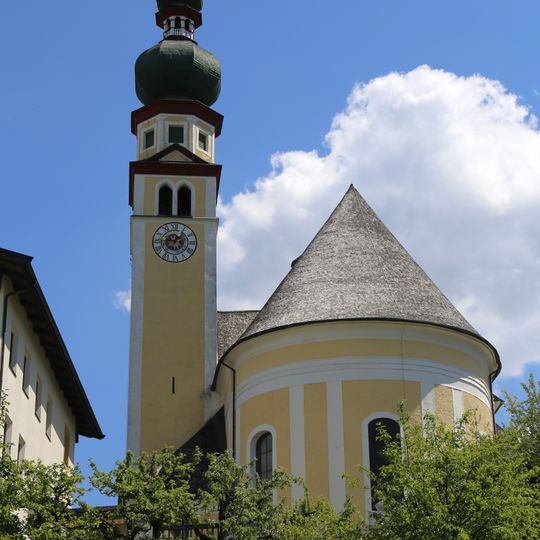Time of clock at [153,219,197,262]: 1:46
